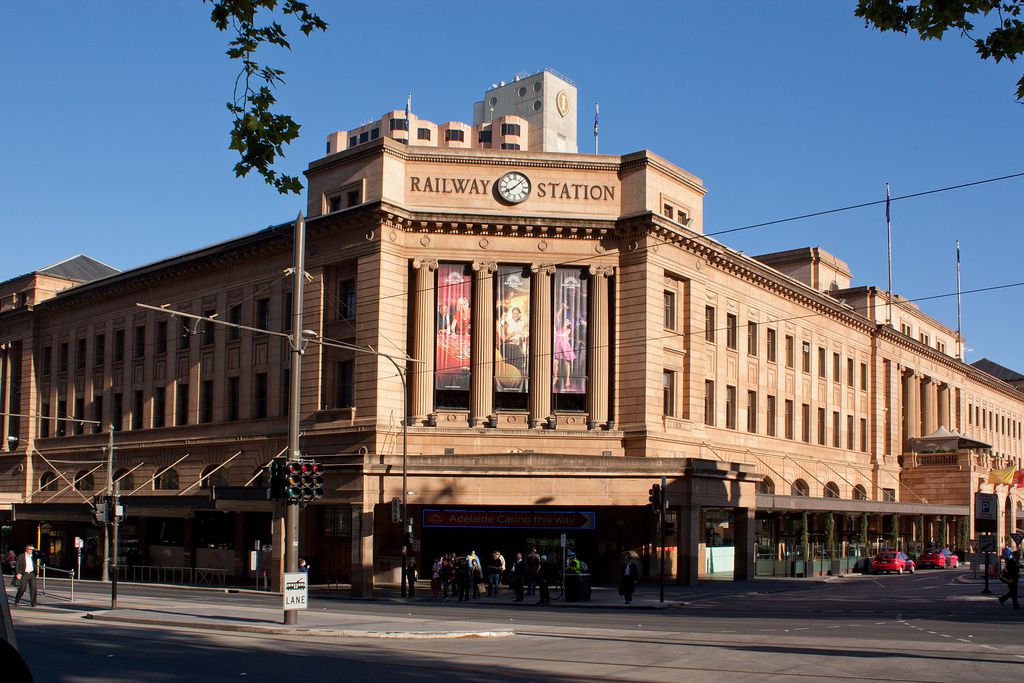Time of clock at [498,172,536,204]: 8:07
